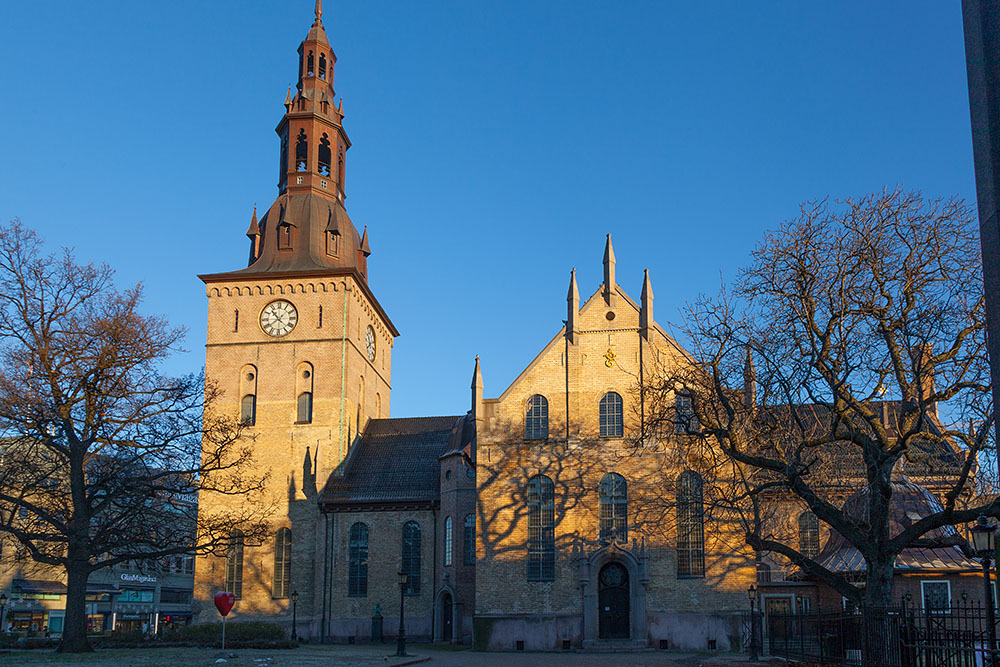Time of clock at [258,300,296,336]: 10:39
